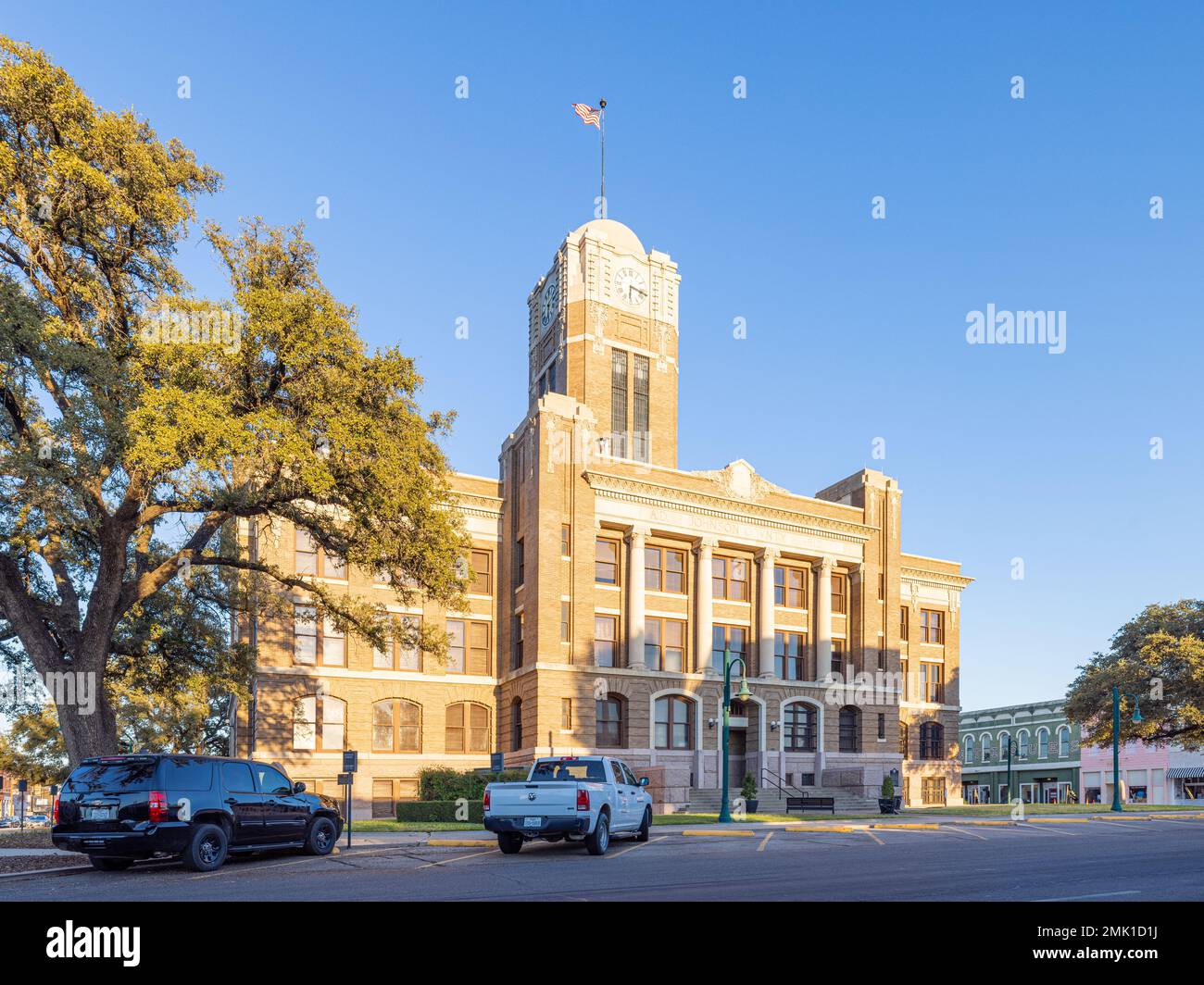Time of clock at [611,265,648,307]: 6:17
